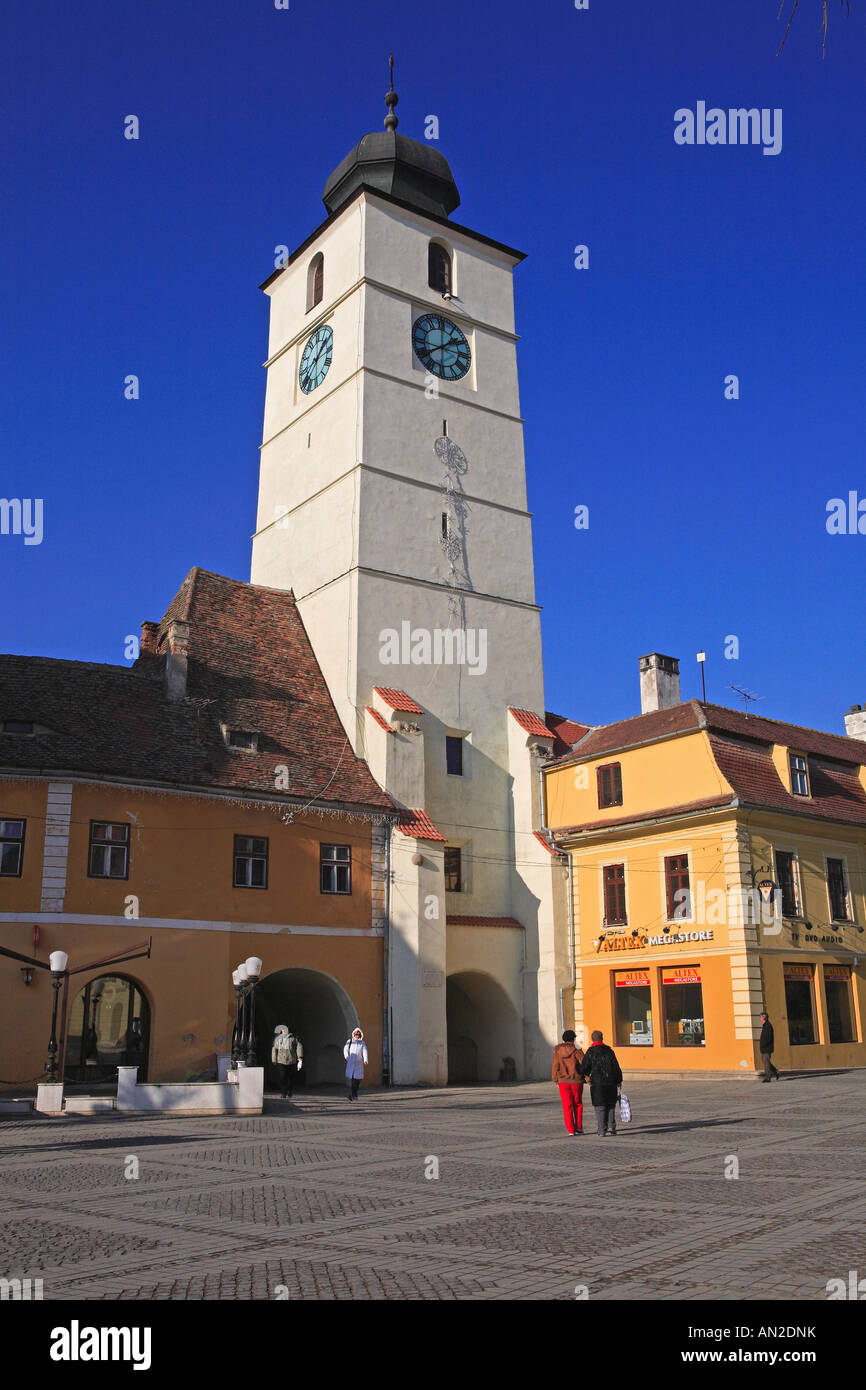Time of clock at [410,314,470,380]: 1:39
